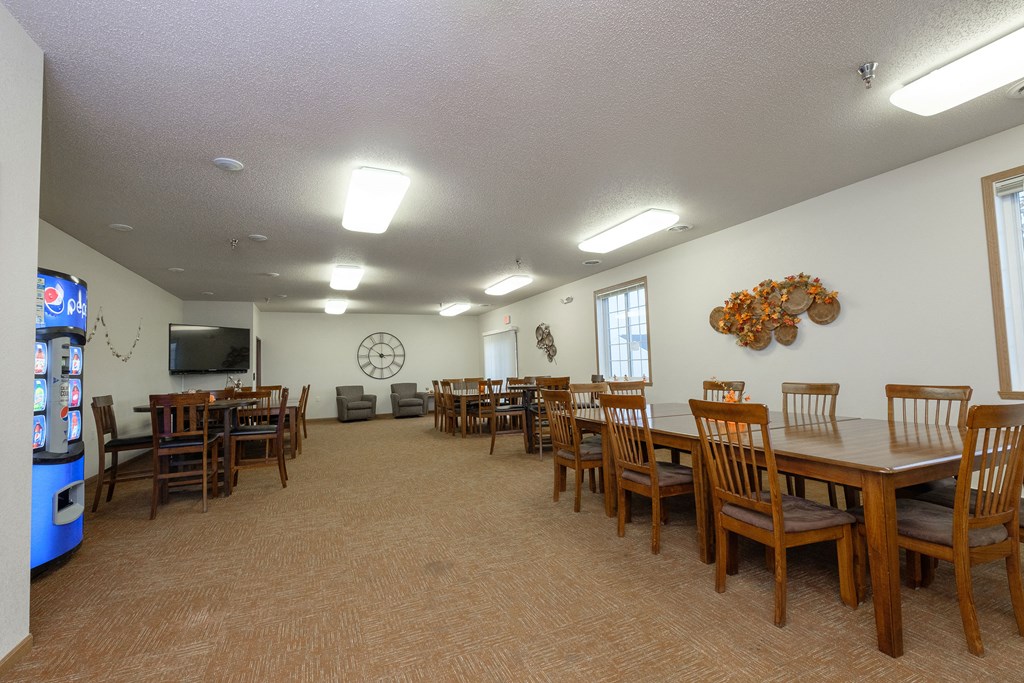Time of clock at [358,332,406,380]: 2:50
